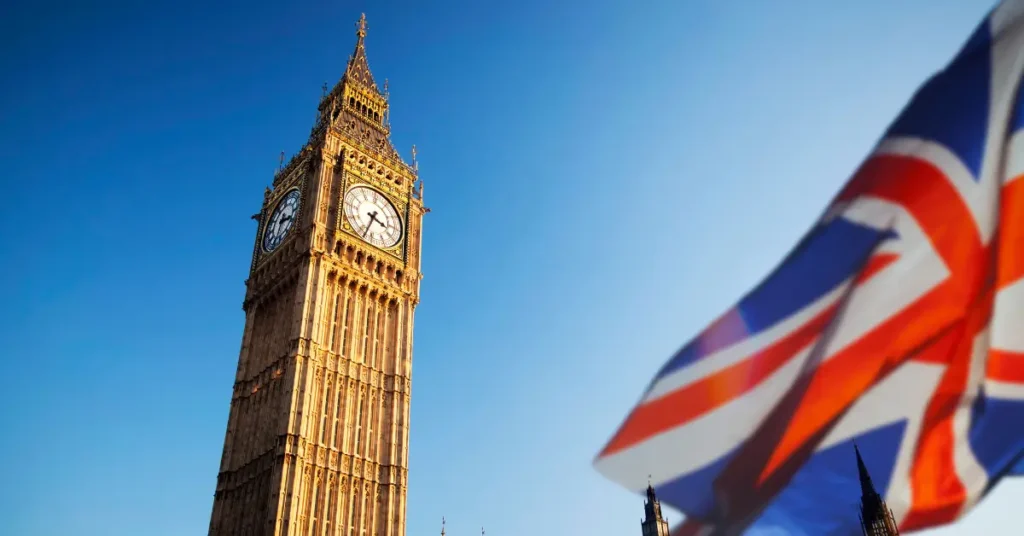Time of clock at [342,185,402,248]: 3:33
